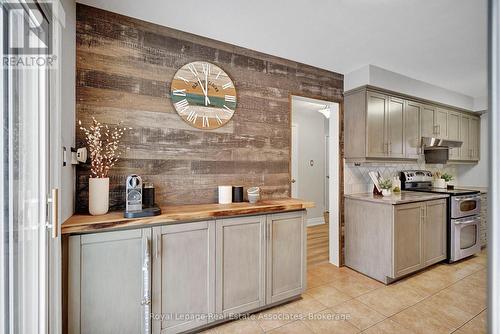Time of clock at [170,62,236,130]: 11:00
